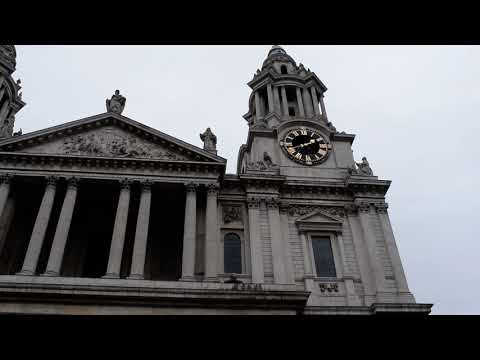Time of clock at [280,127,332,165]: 1:41
